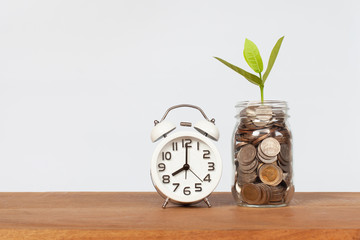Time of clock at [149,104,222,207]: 8:00
